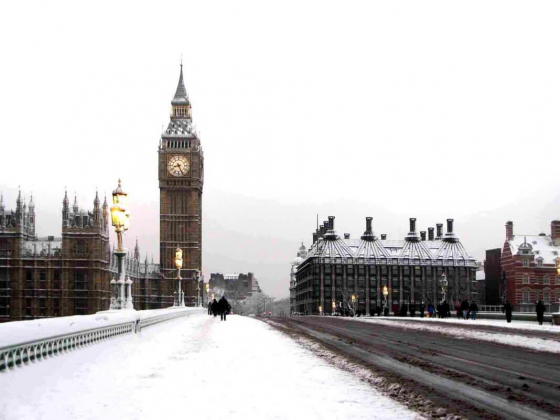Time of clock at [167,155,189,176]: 8:26
